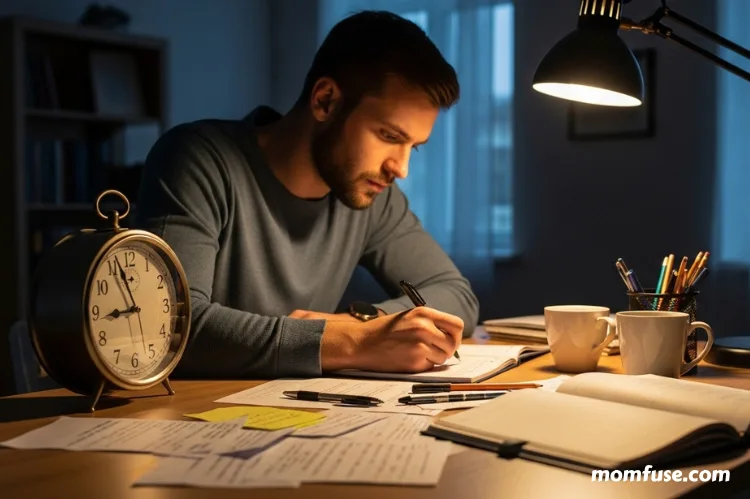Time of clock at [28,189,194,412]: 8:56
